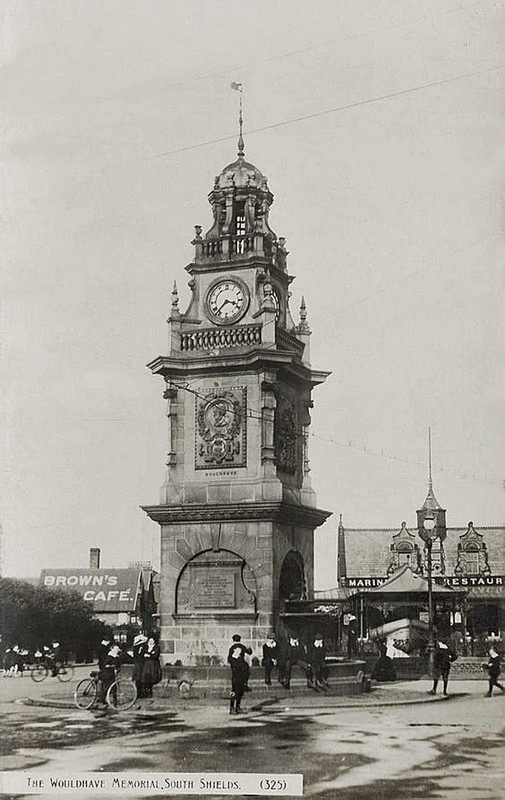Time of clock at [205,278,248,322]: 3:37
